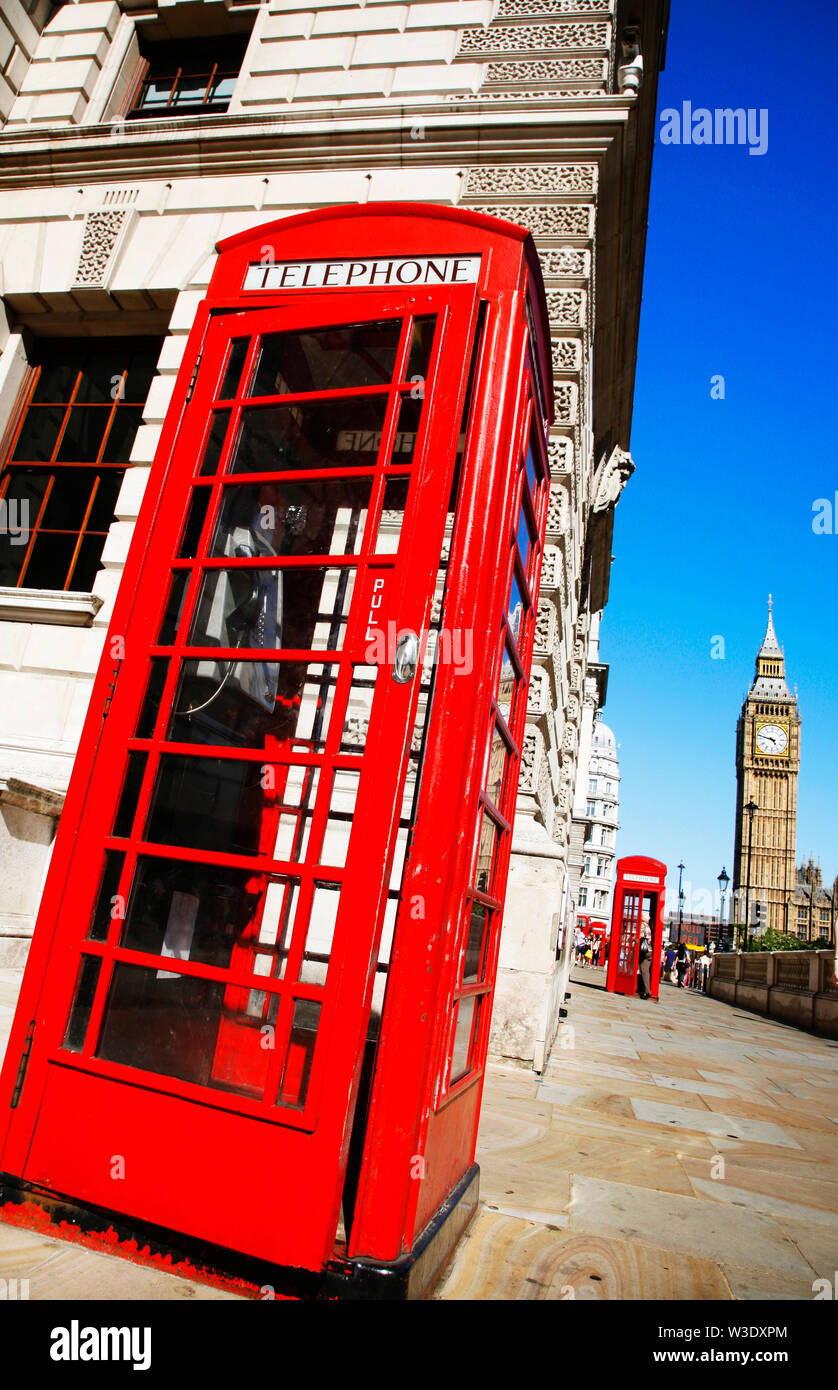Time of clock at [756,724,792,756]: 4:47
